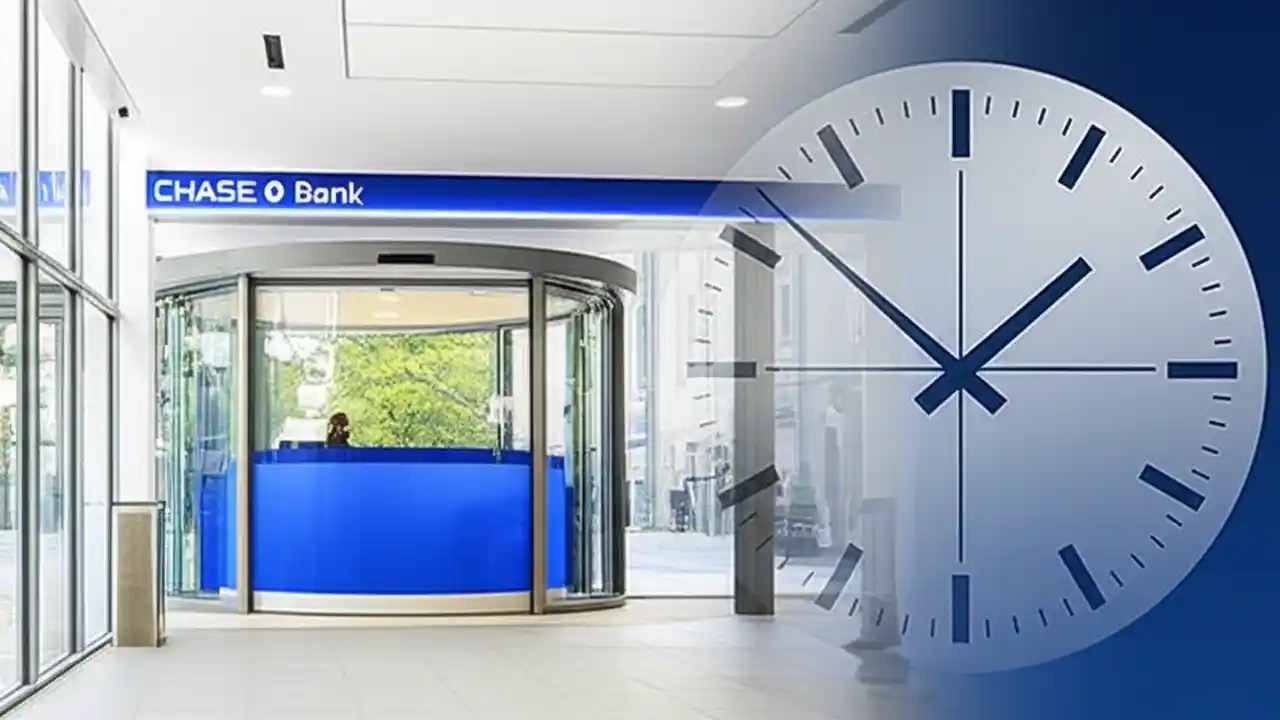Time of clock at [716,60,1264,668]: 1:51
